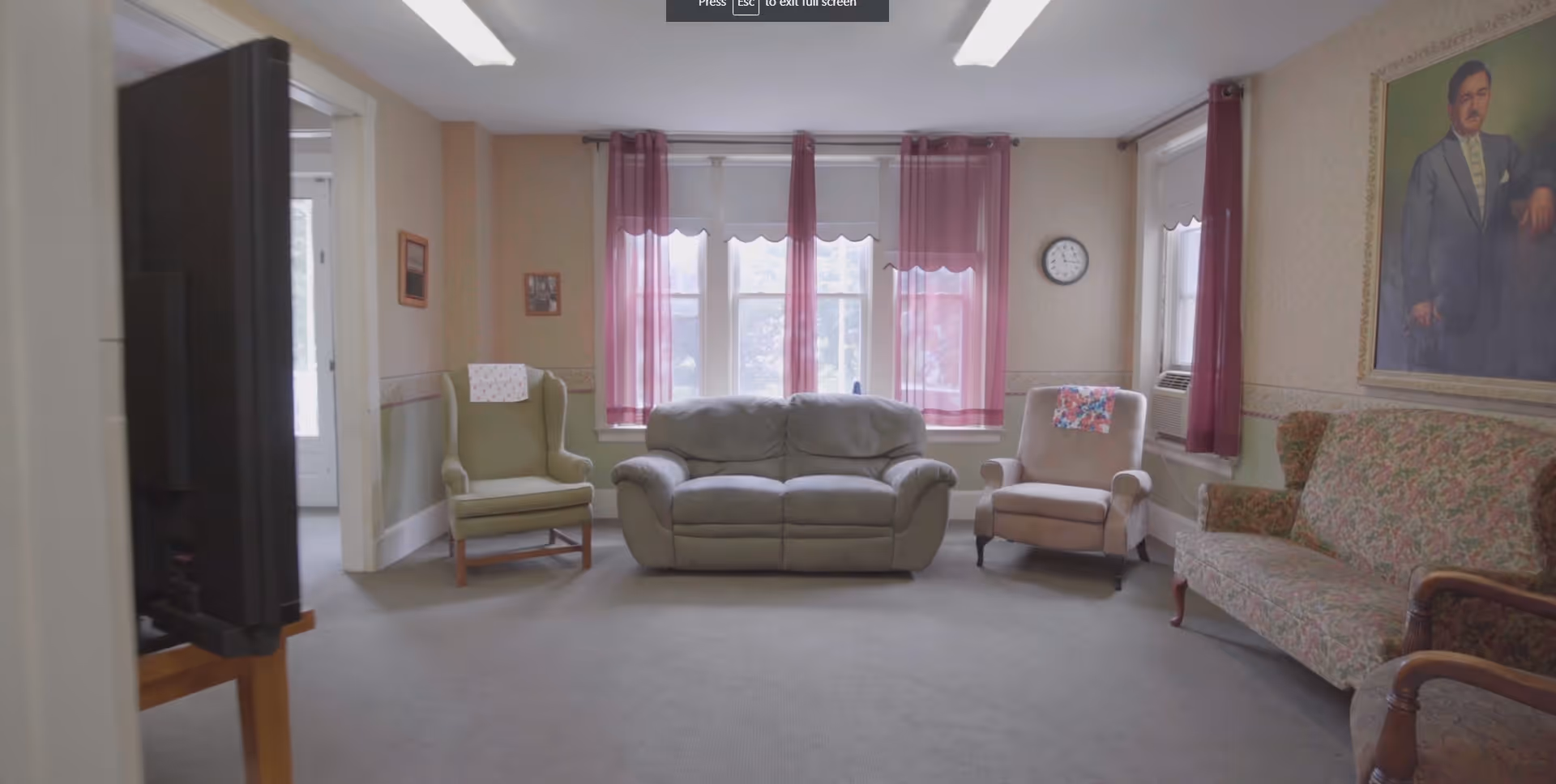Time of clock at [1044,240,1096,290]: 11:16
